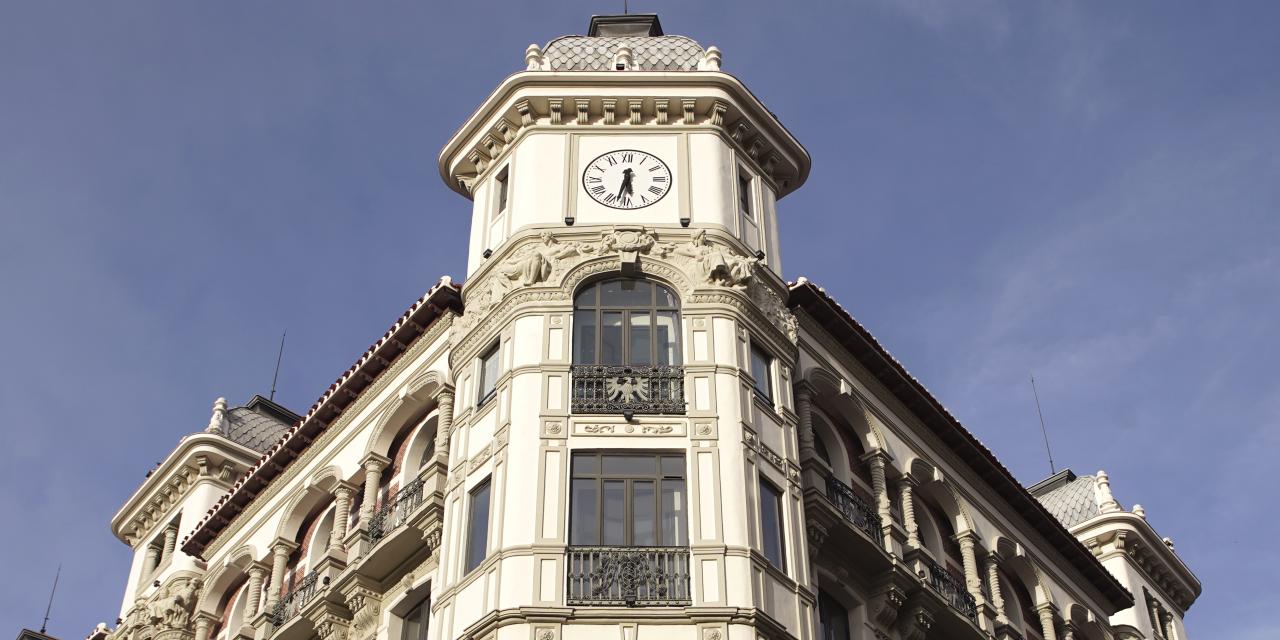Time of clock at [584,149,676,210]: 5:32
